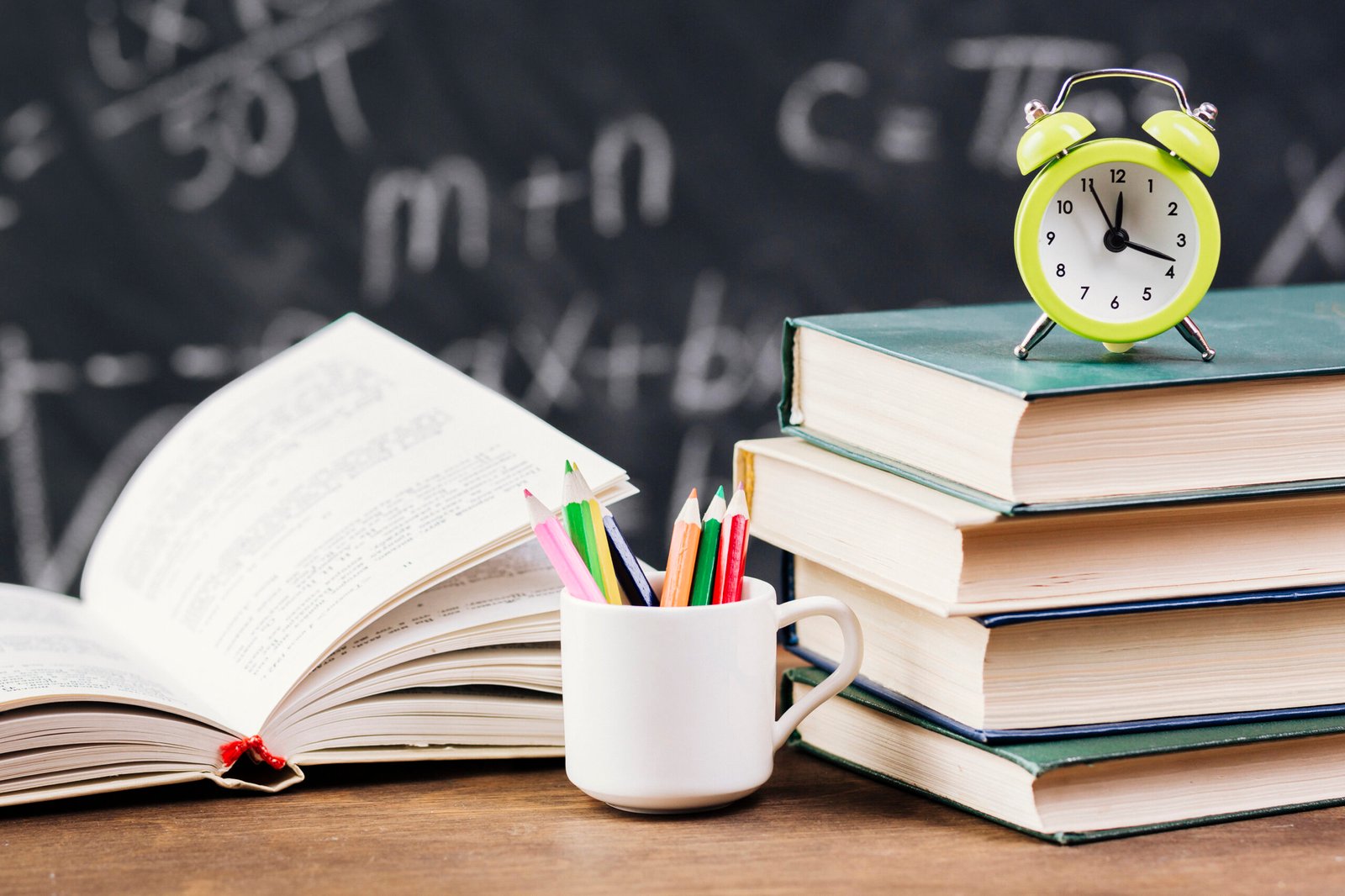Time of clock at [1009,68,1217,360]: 12:18
